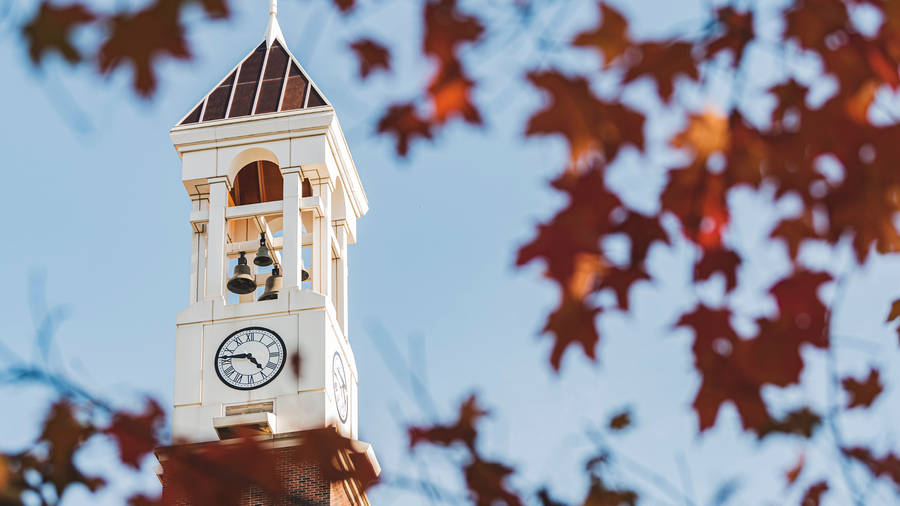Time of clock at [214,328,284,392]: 4:46
